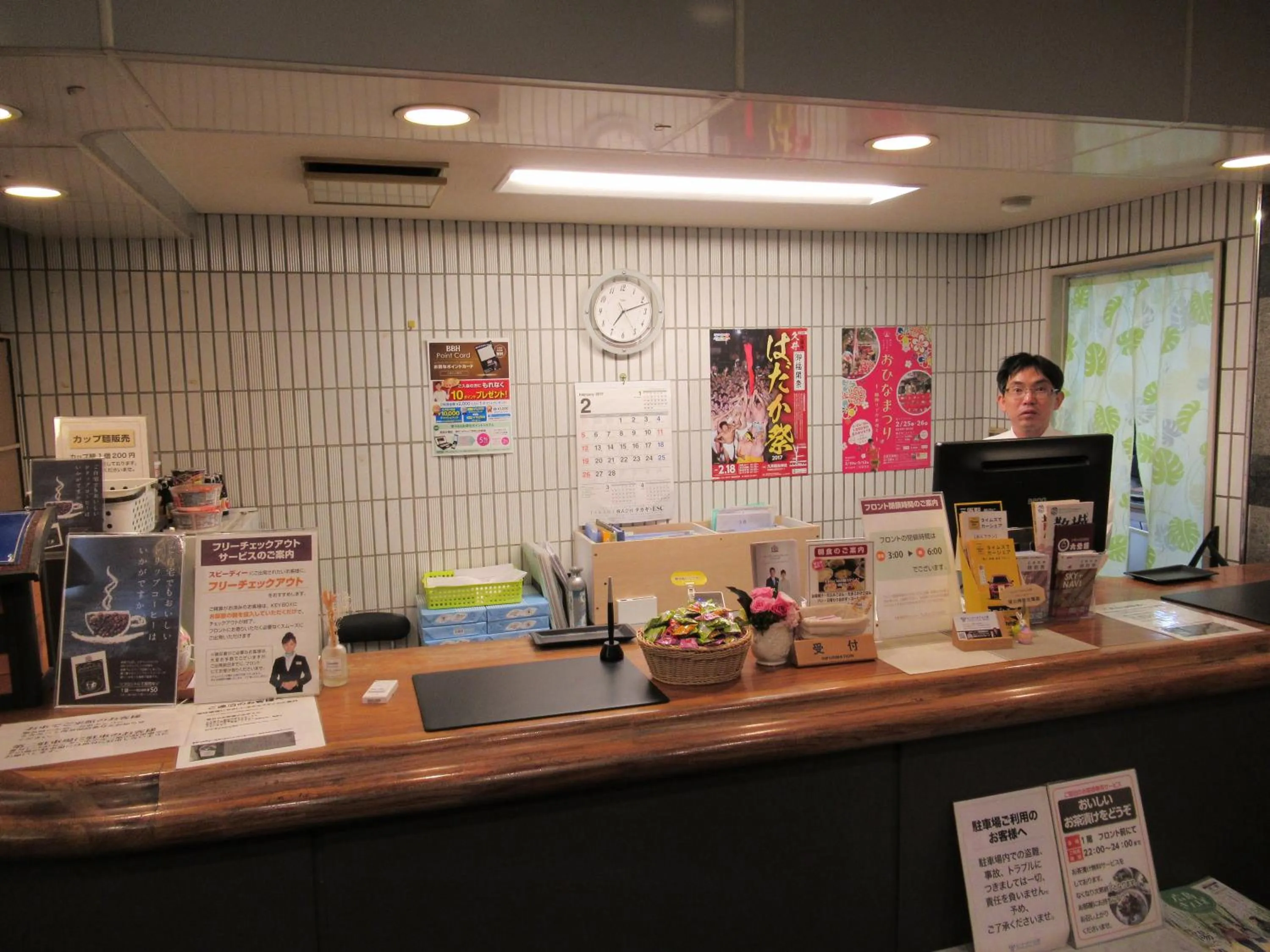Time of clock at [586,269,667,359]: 7:12
